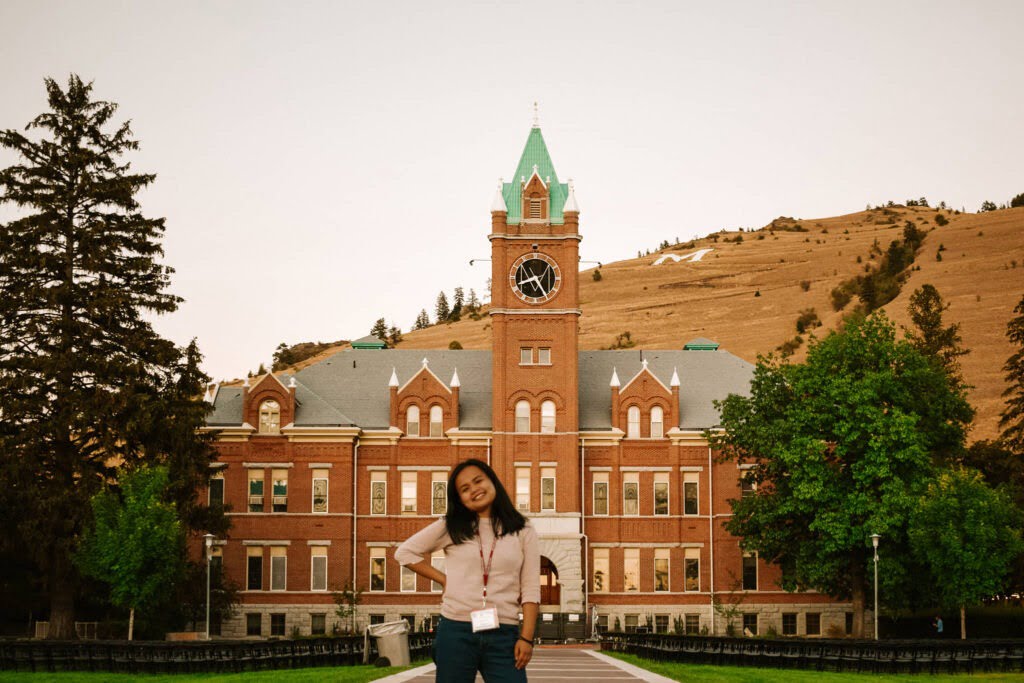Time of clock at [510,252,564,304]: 8:24
